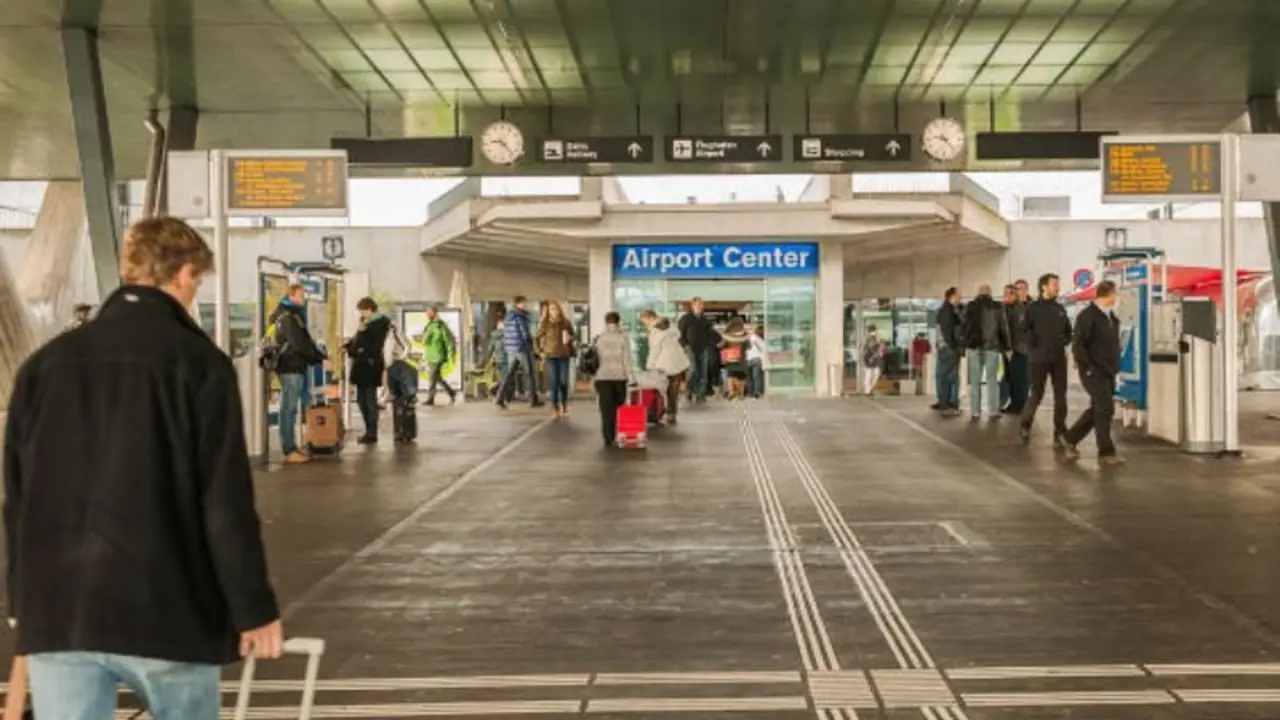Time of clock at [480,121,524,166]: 9:23
